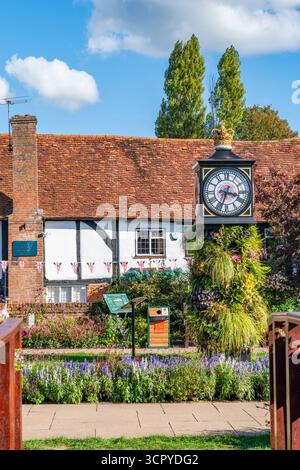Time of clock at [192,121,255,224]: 3:33
